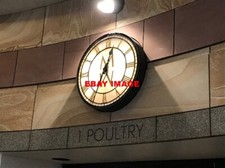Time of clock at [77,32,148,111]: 12:33
